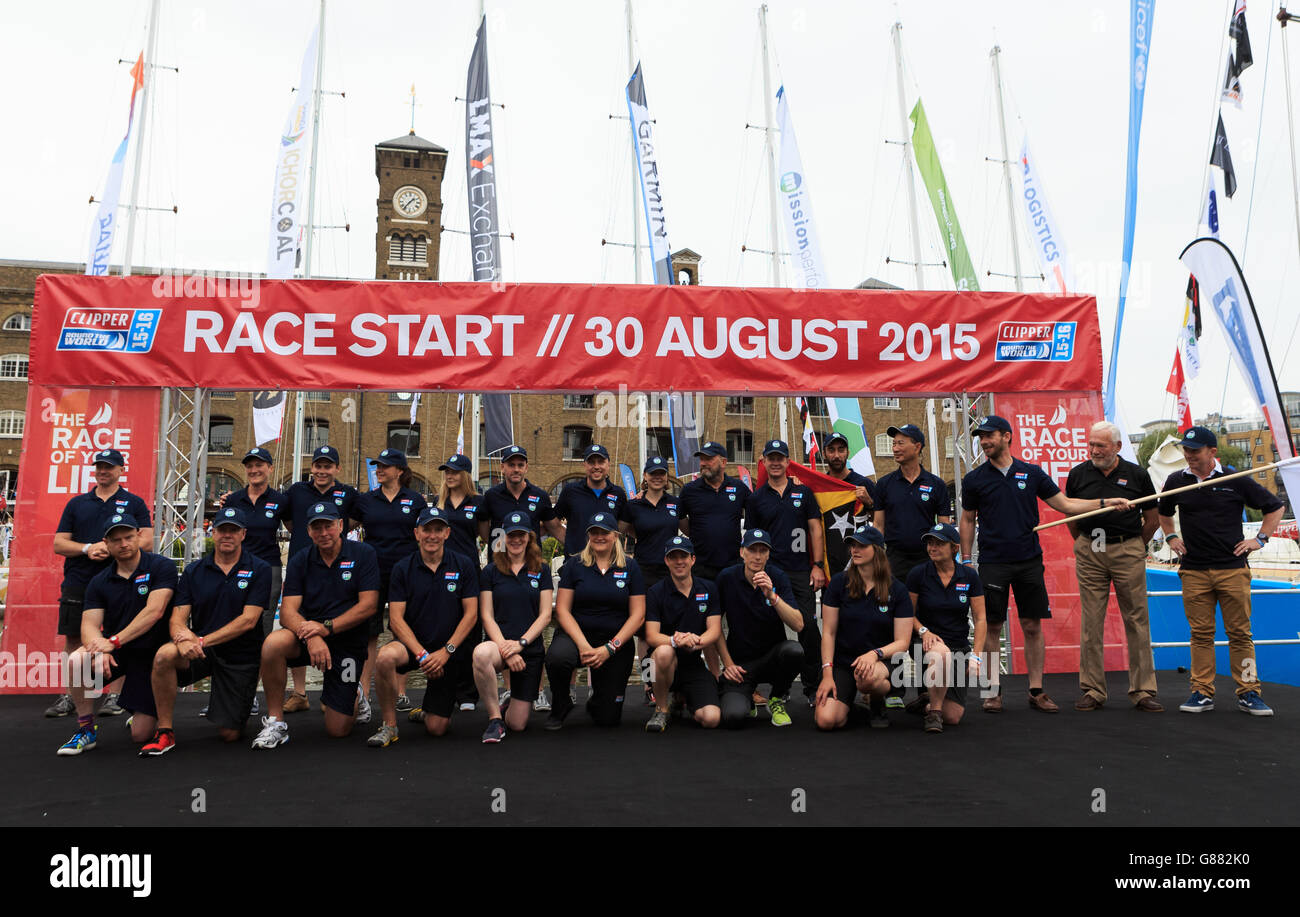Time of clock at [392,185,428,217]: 1:36
